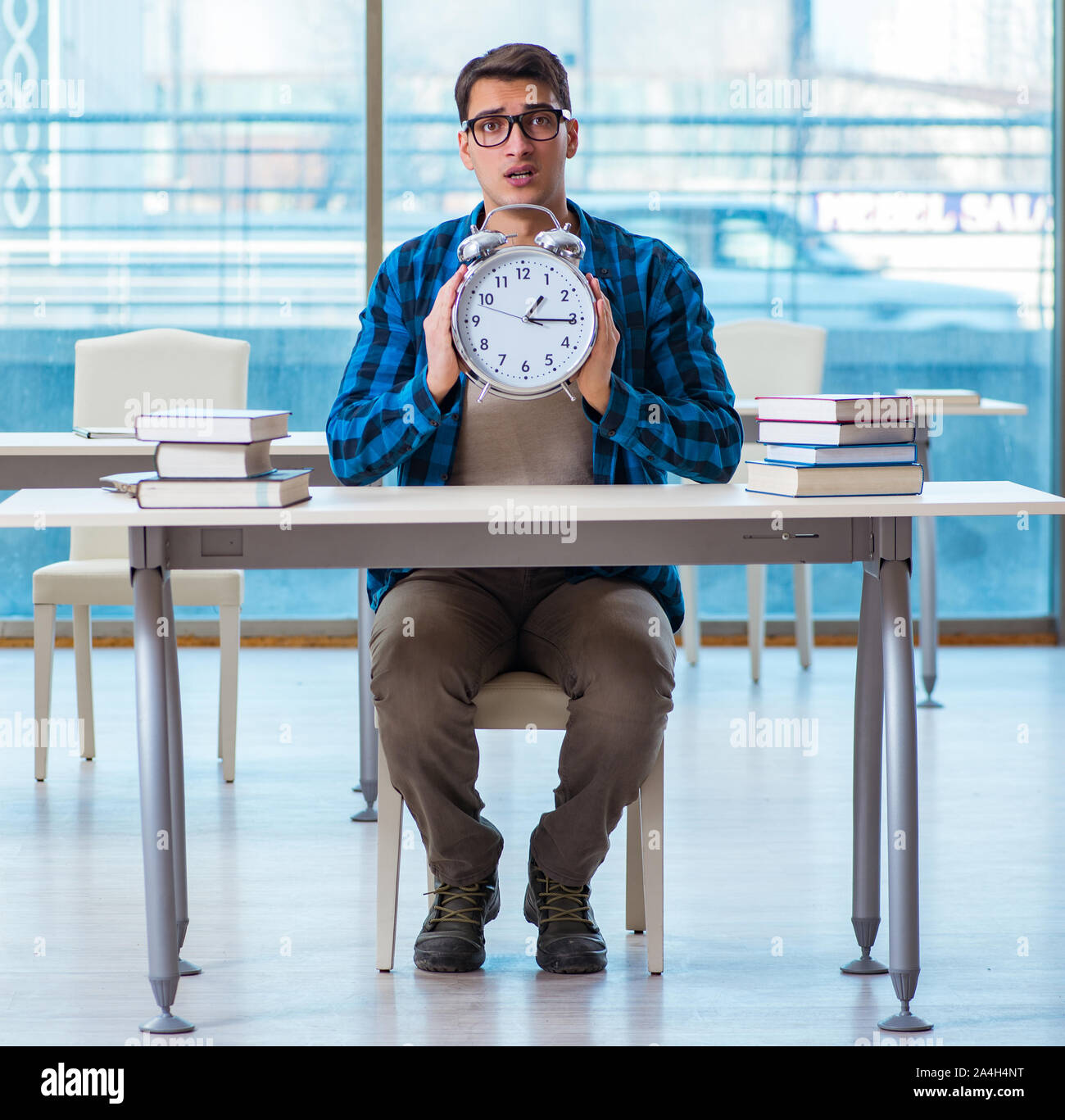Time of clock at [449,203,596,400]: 1:15
